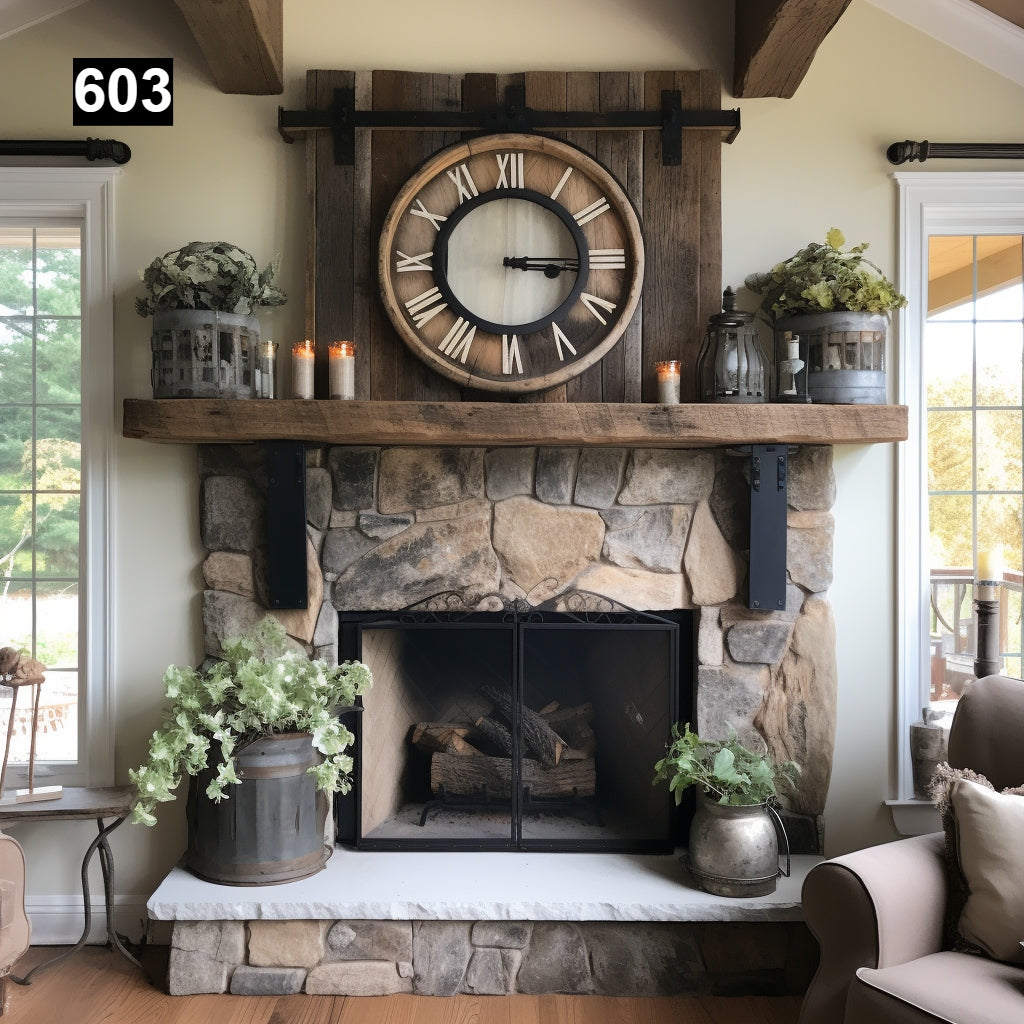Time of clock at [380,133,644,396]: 3:15
